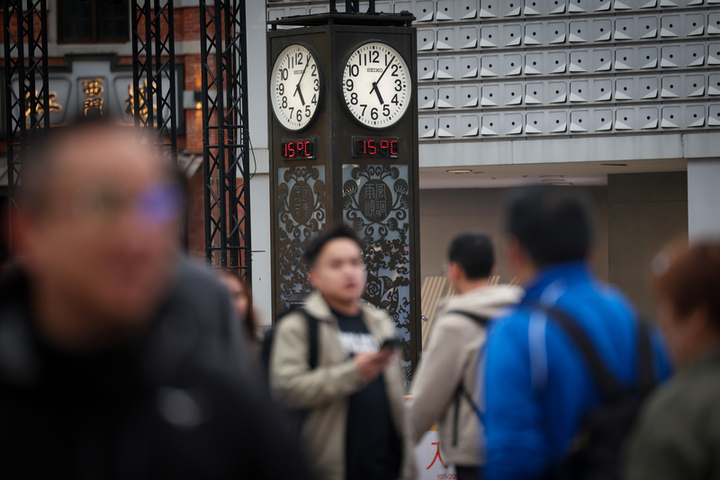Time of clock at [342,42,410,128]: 5:06
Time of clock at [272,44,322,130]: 5:05
